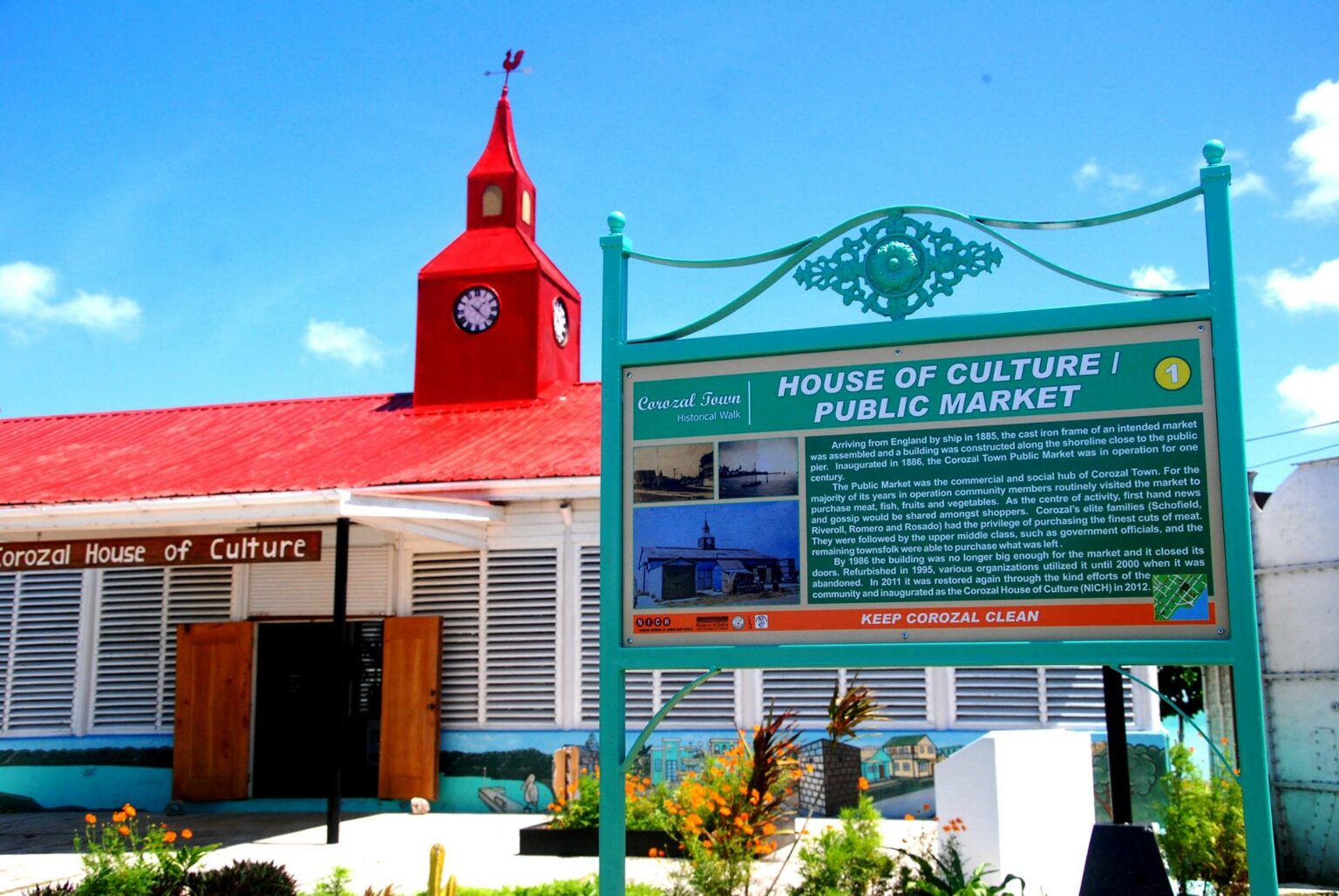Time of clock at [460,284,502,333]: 1:22
